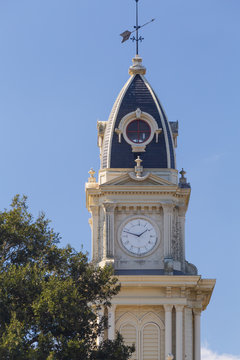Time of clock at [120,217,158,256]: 1:47
